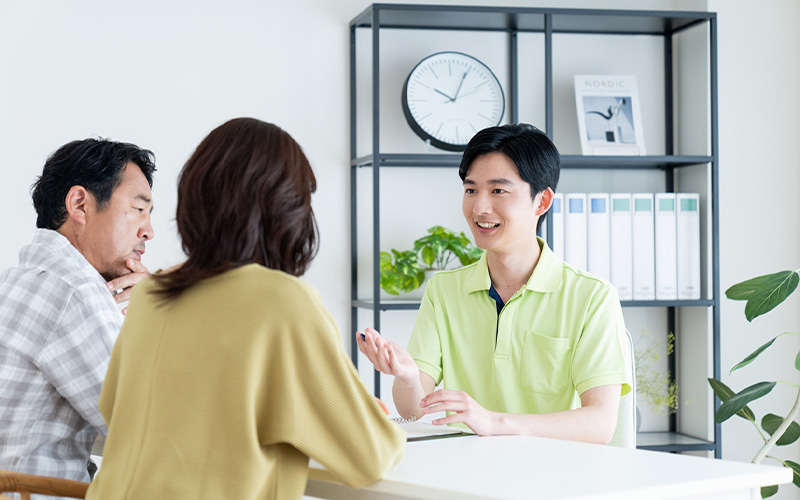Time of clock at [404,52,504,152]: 10:04
